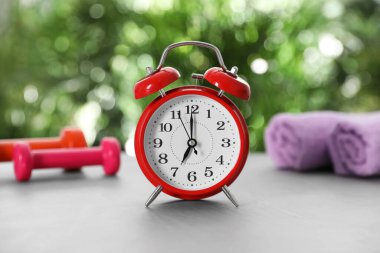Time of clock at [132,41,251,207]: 7:00
